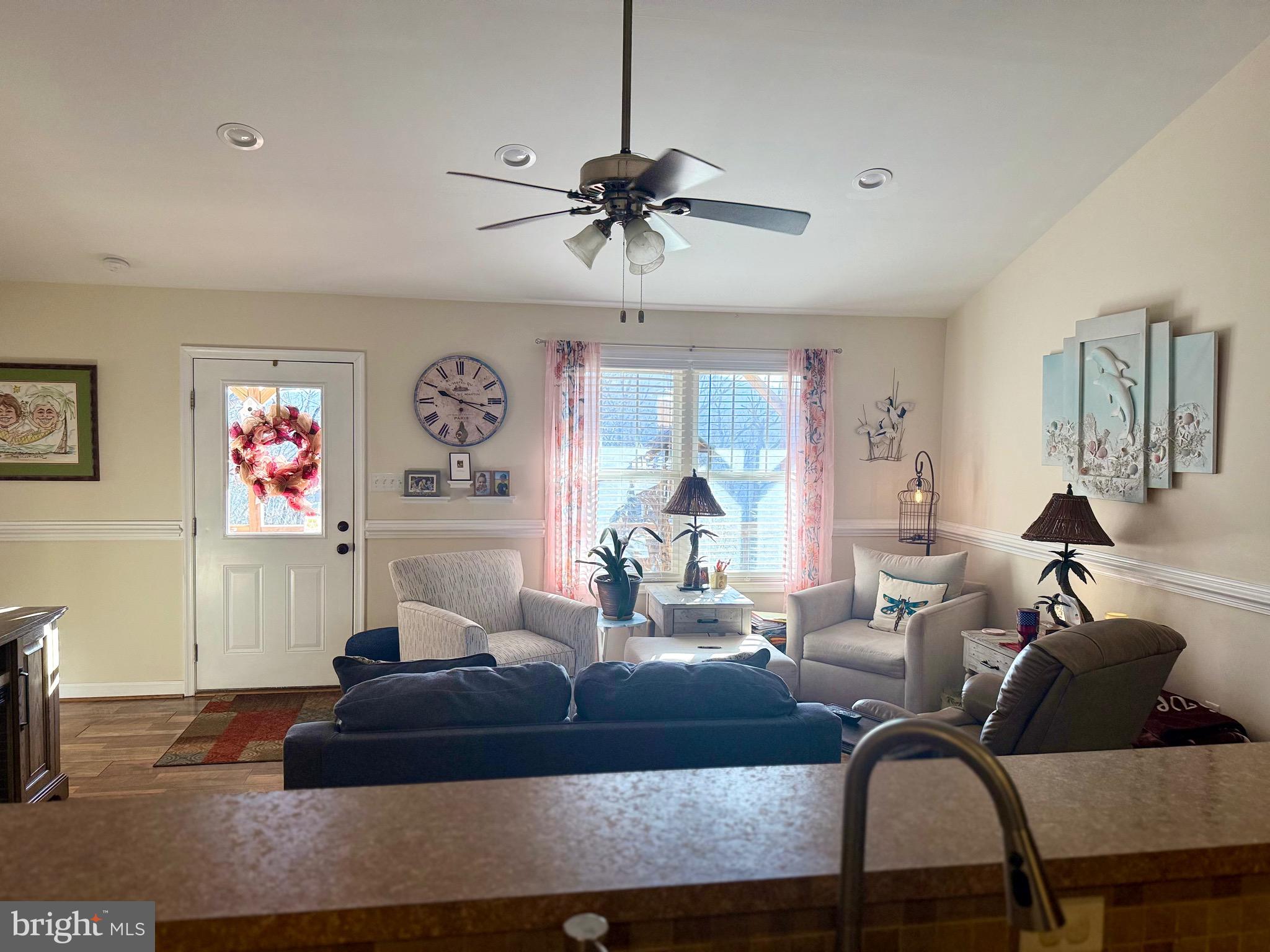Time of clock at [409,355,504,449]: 3:49
